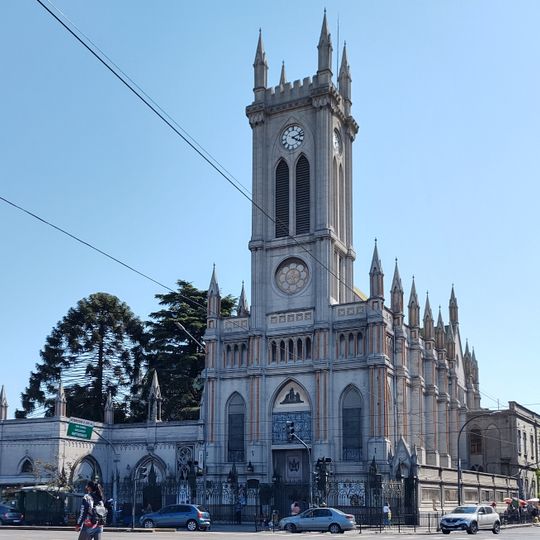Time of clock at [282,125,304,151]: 4:12
